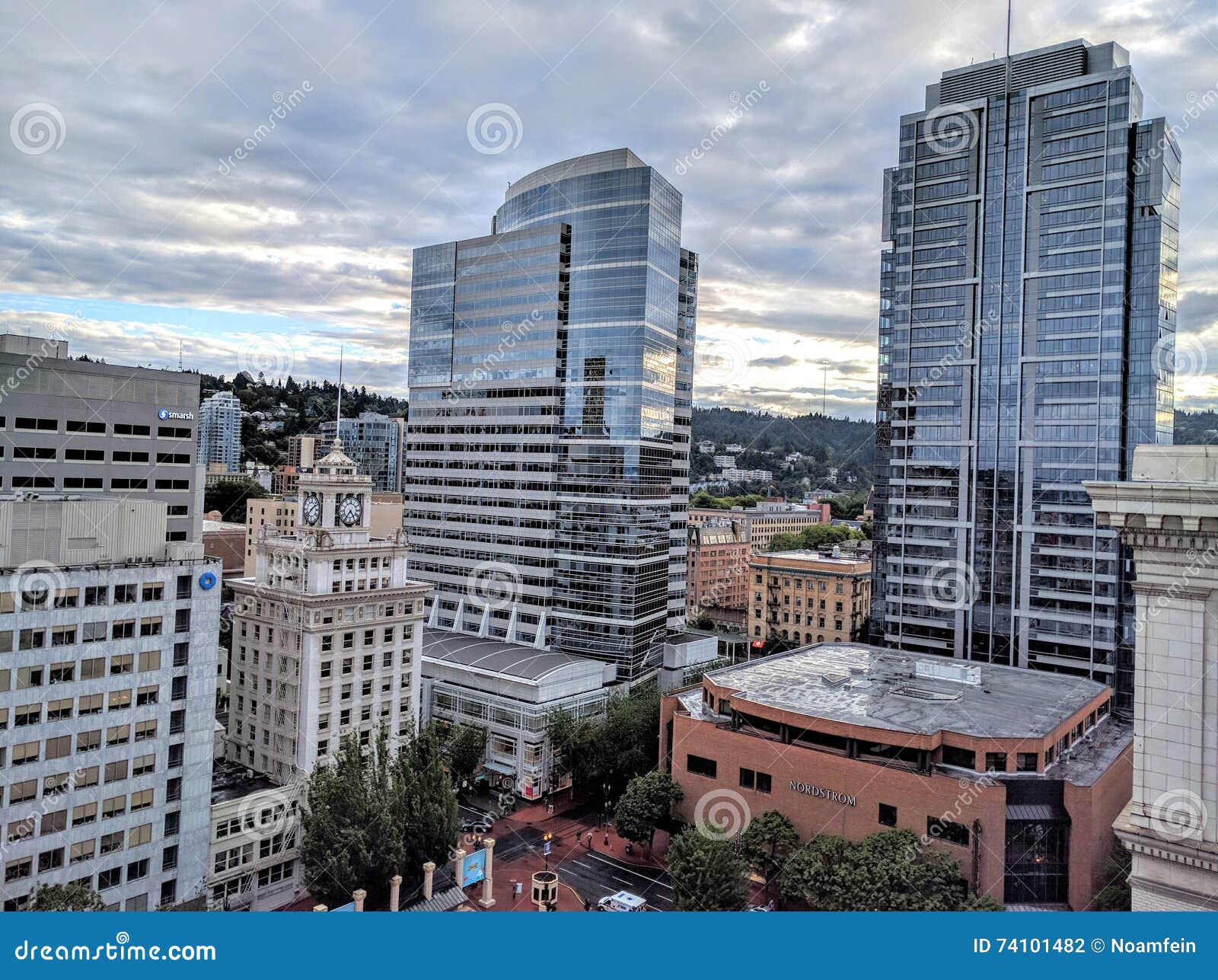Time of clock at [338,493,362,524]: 4:36
